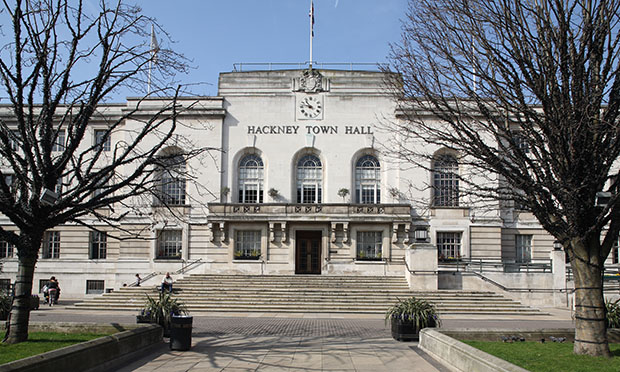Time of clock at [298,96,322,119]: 10:47
